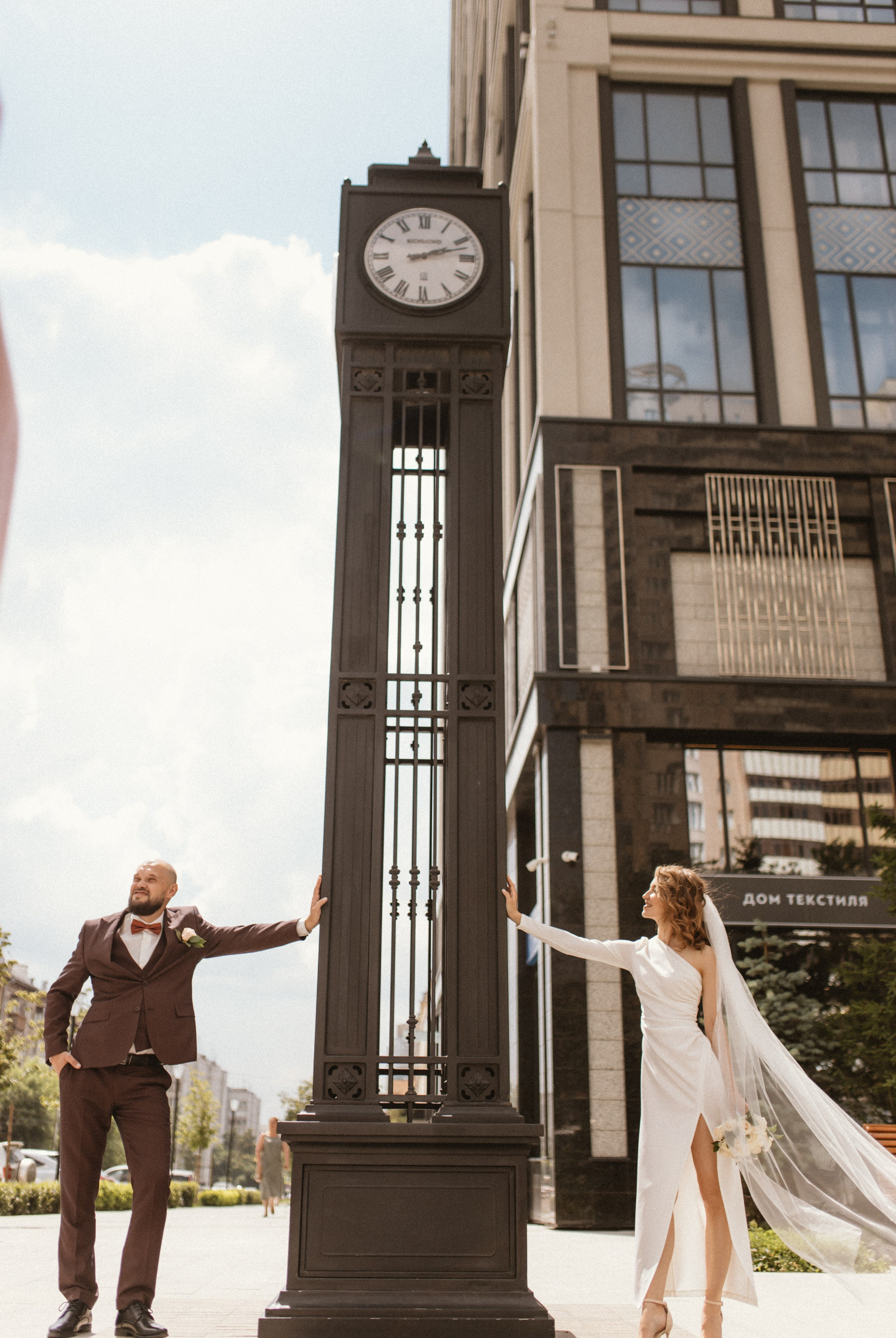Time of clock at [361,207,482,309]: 2:12
